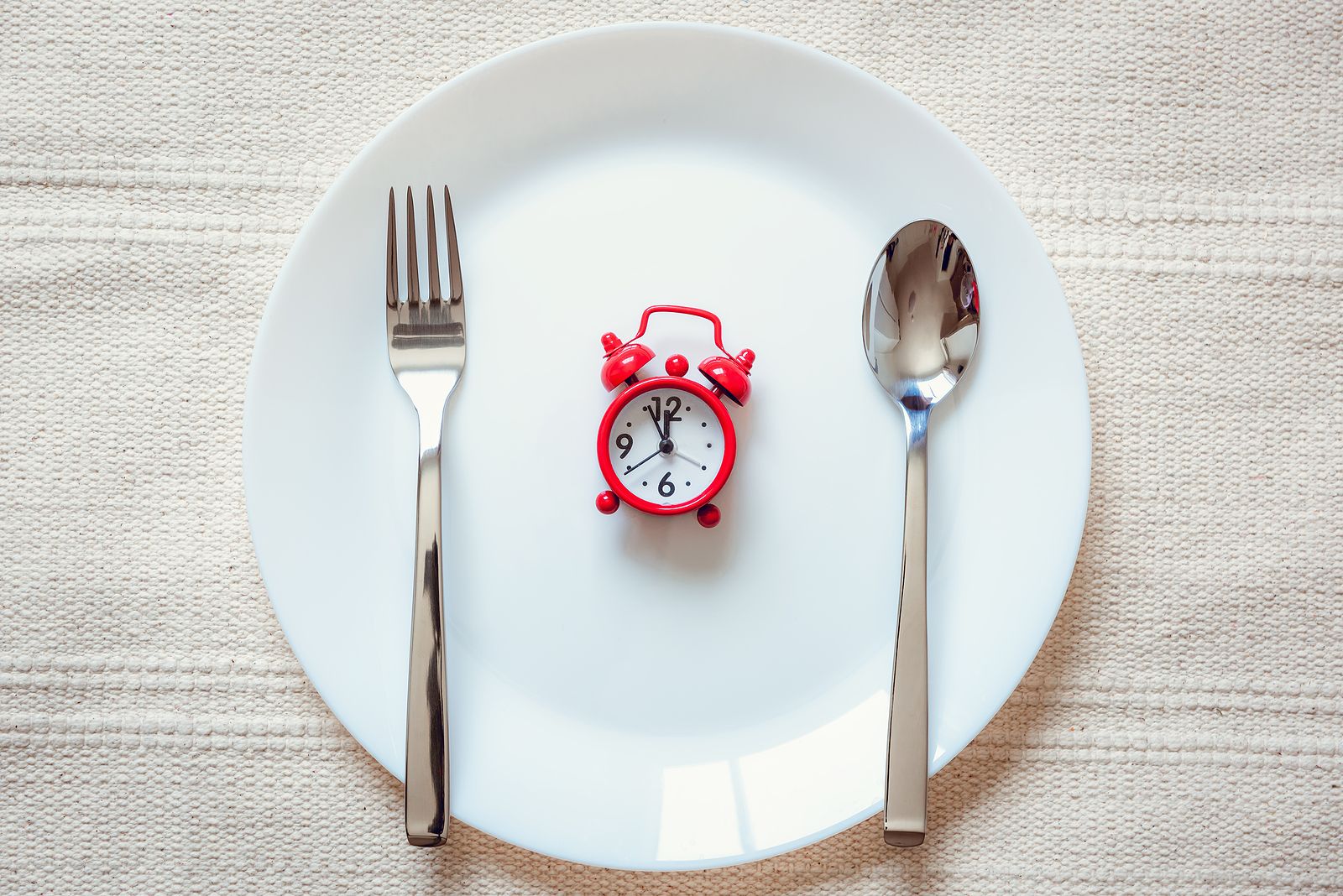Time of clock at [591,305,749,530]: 11:55
